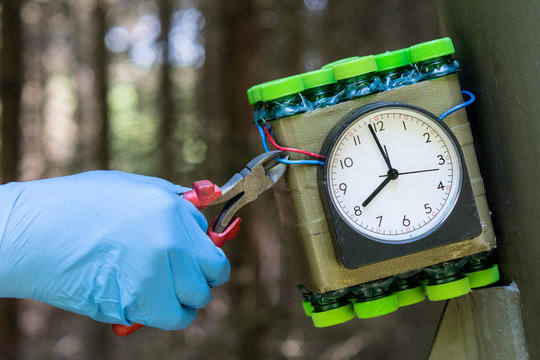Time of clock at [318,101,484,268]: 7:58
